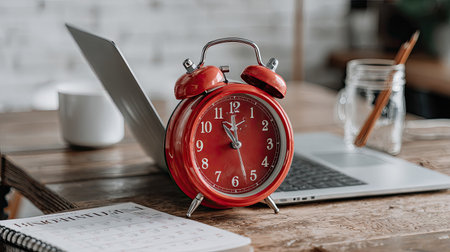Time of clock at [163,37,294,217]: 10:59
